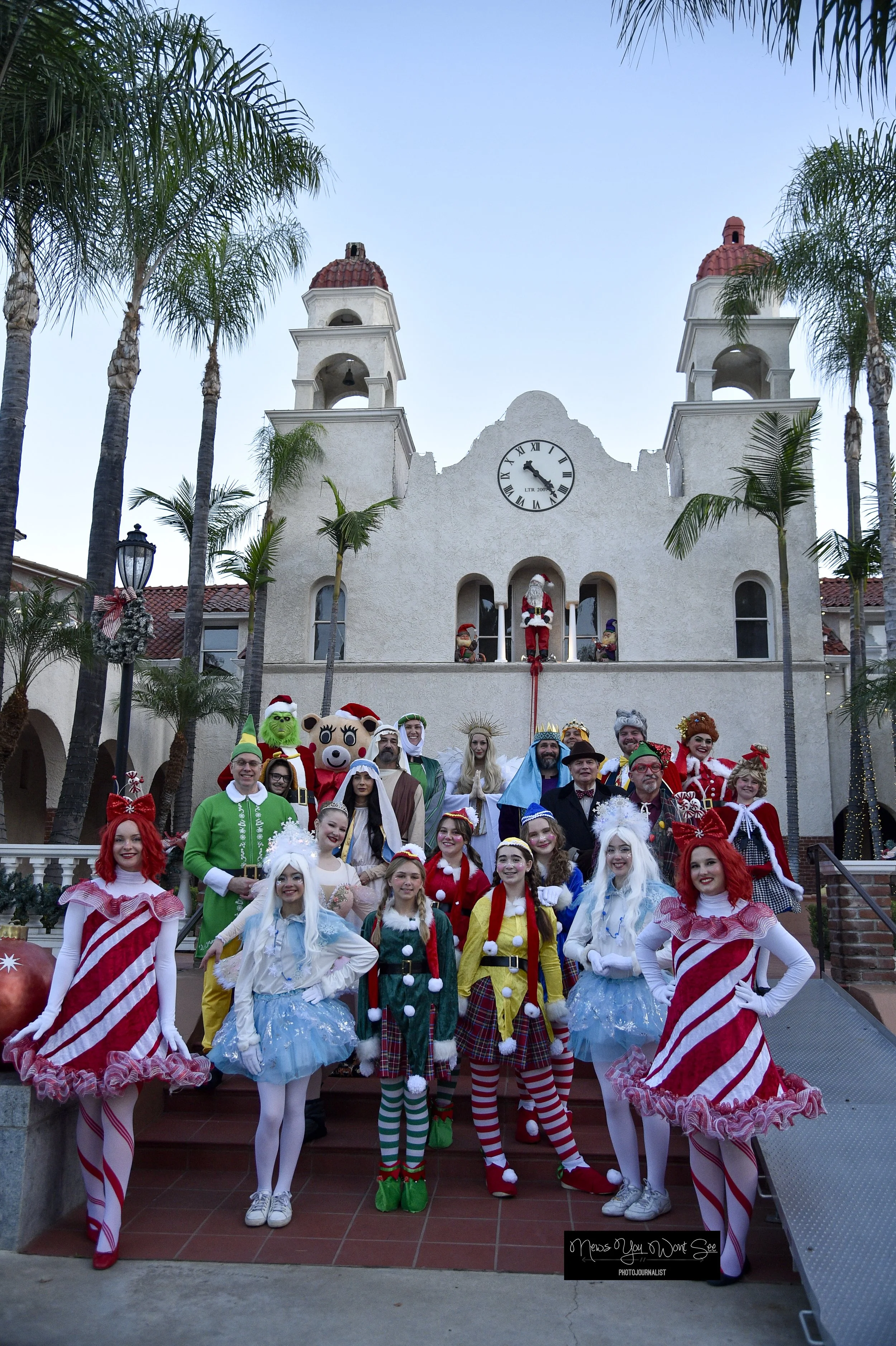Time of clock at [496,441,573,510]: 4:23
